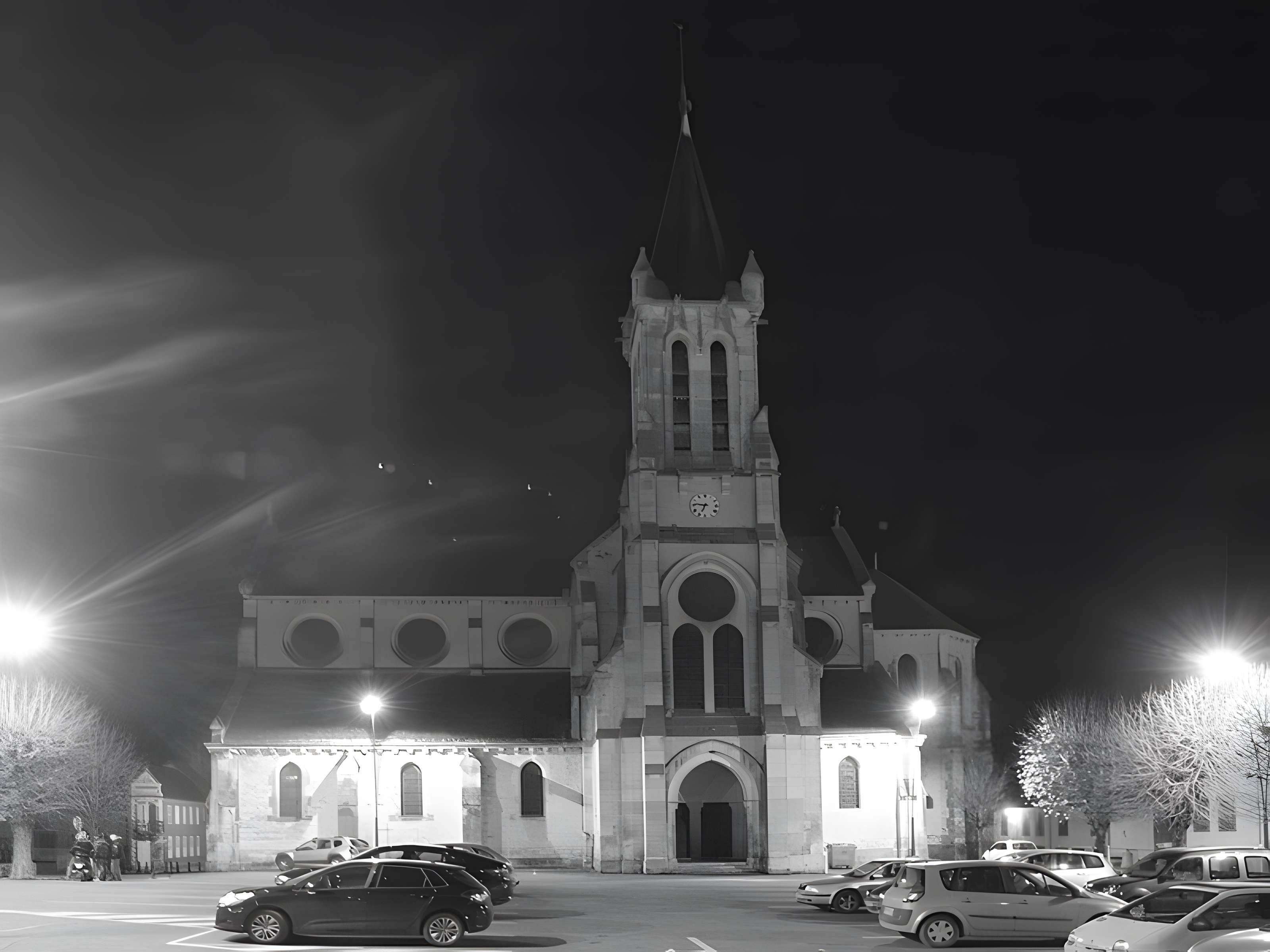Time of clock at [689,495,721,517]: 6:46
